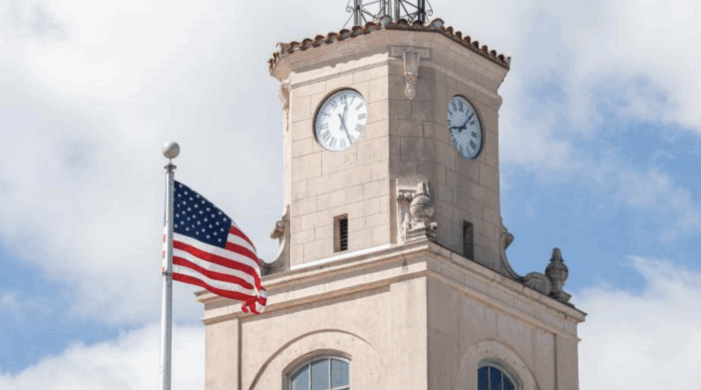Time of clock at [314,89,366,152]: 12:26
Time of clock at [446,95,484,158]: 8:07
